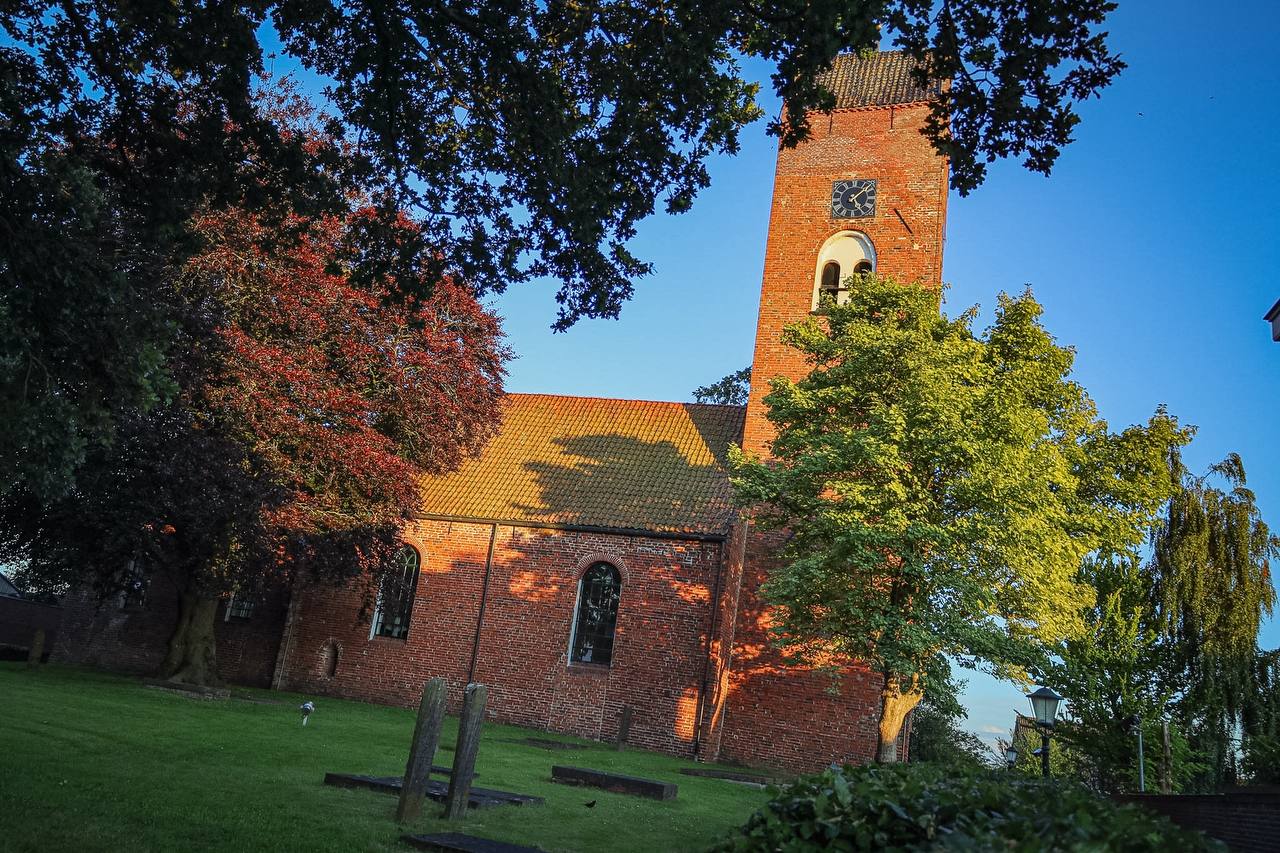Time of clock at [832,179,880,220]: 5:08
